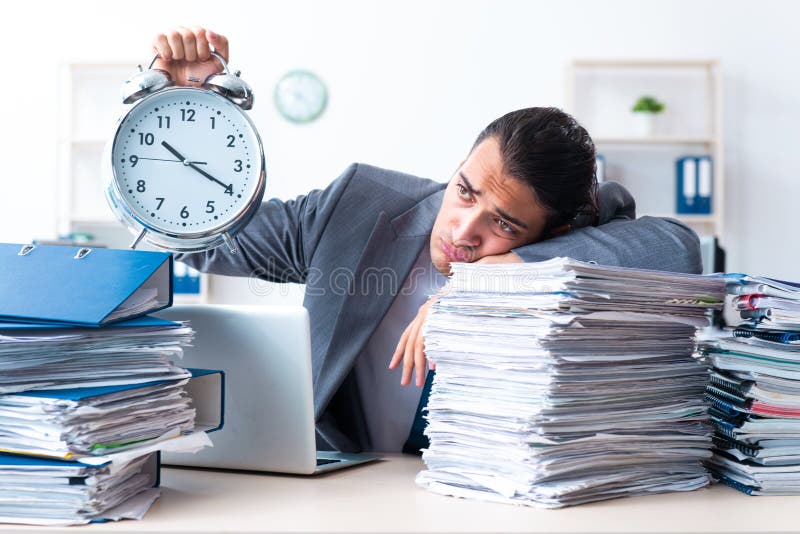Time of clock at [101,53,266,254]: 10:20
